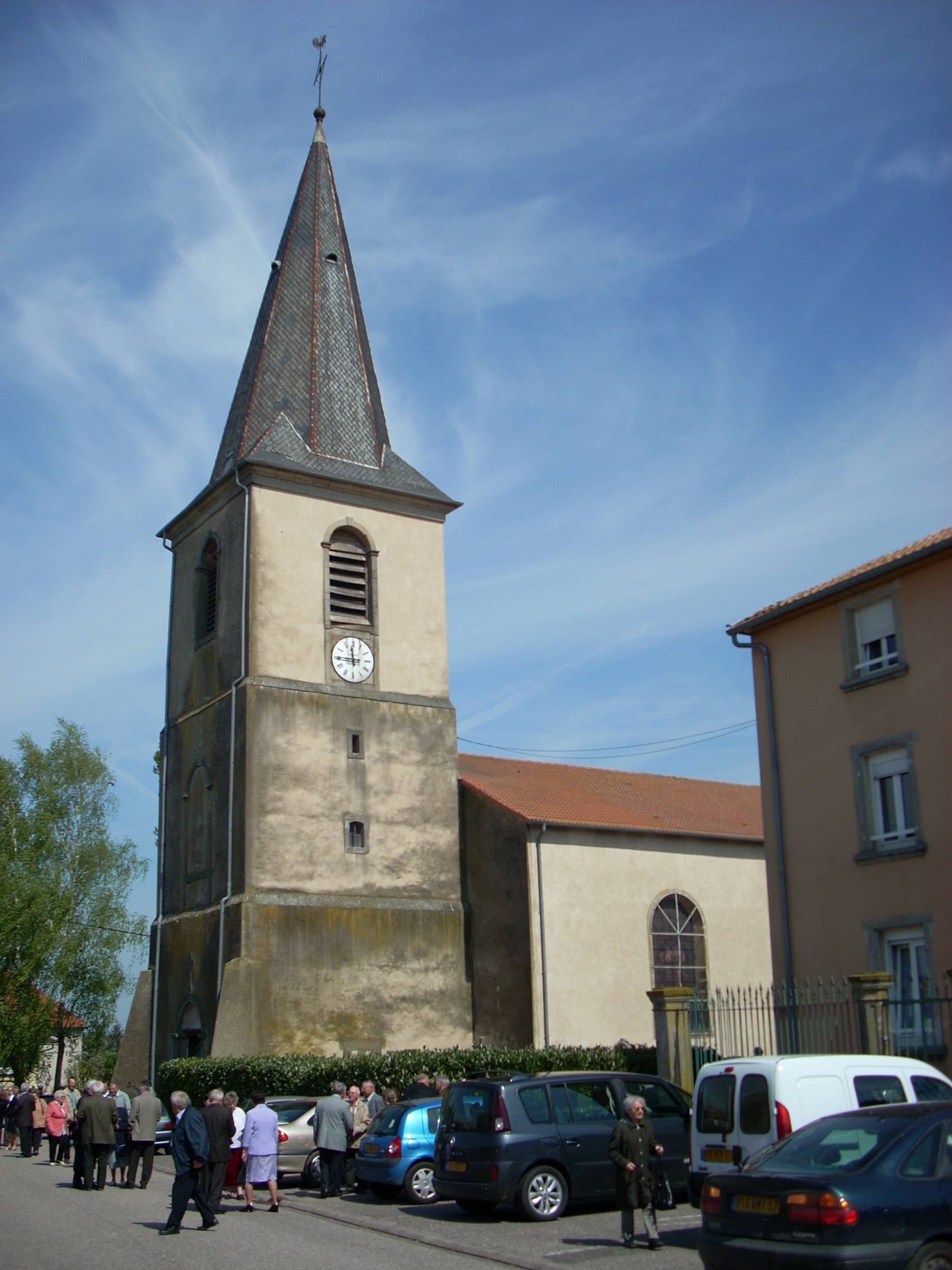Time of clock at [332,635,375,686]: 11:45
